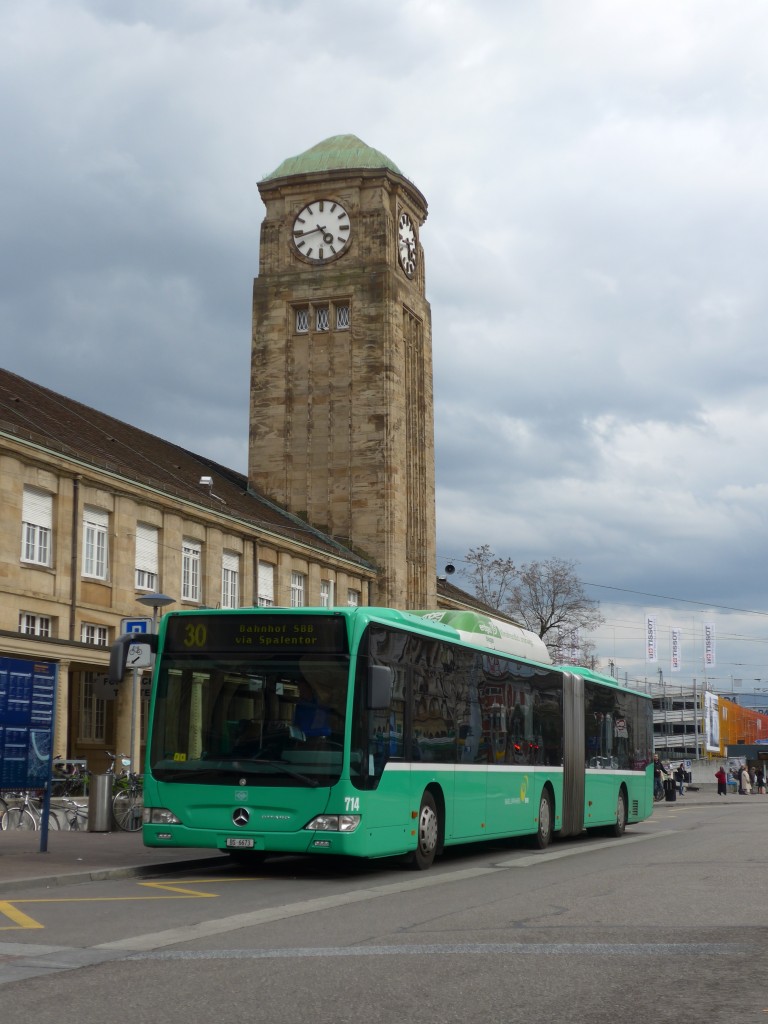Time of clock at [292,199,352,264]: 4:42
